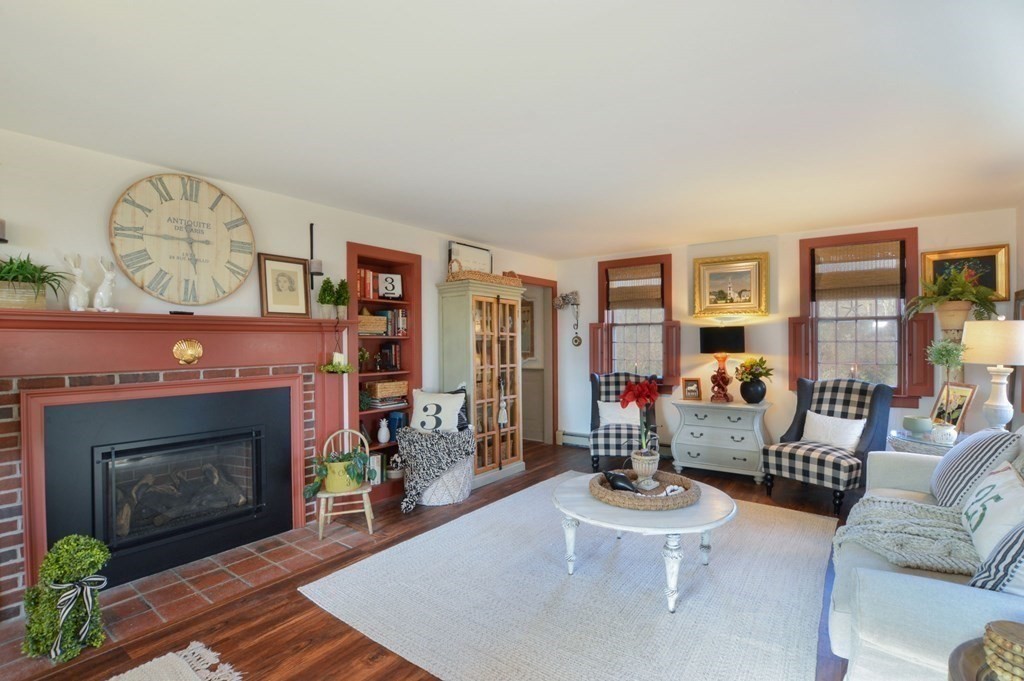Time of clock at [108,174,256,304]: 5:45
